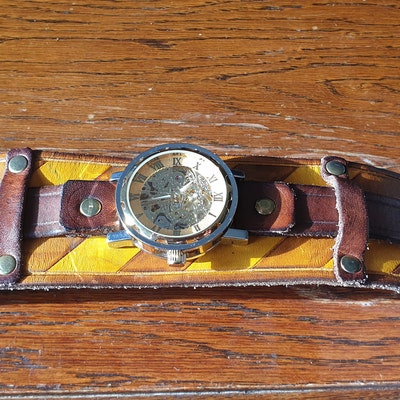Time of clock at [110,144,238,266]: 1:43
